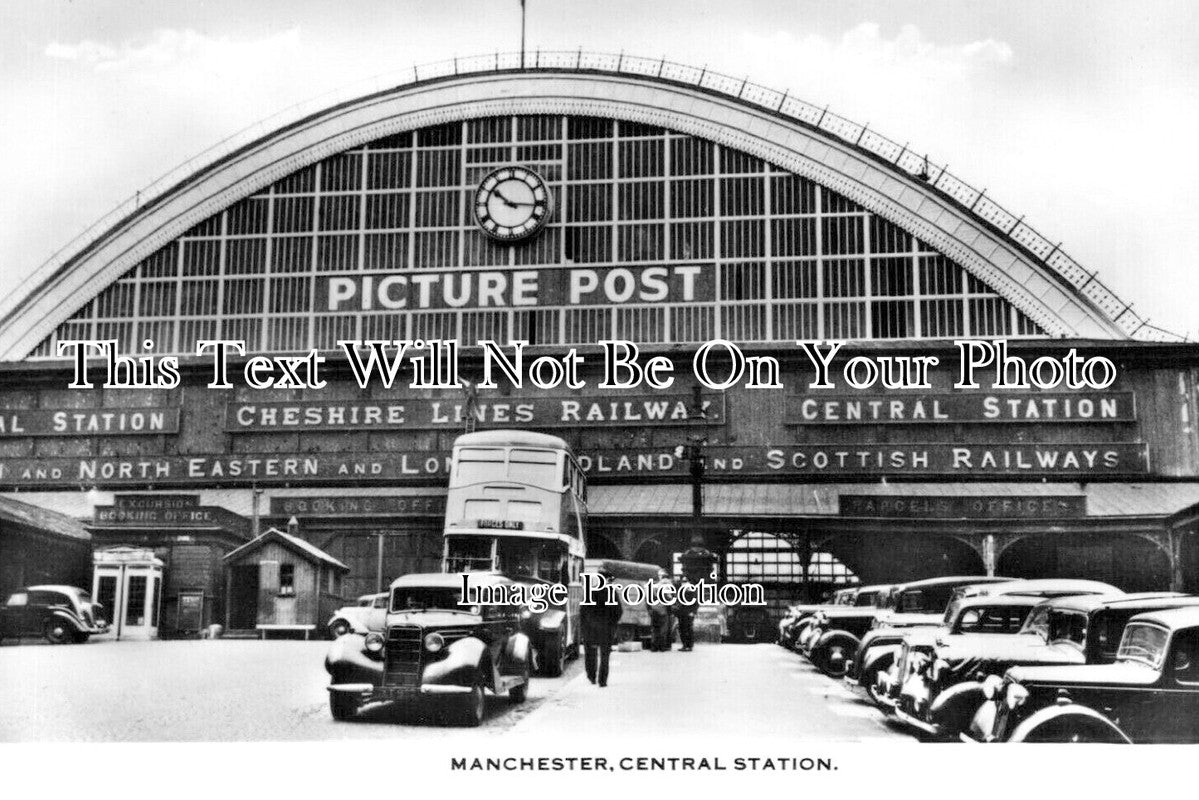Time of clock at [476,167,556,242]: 10:15
